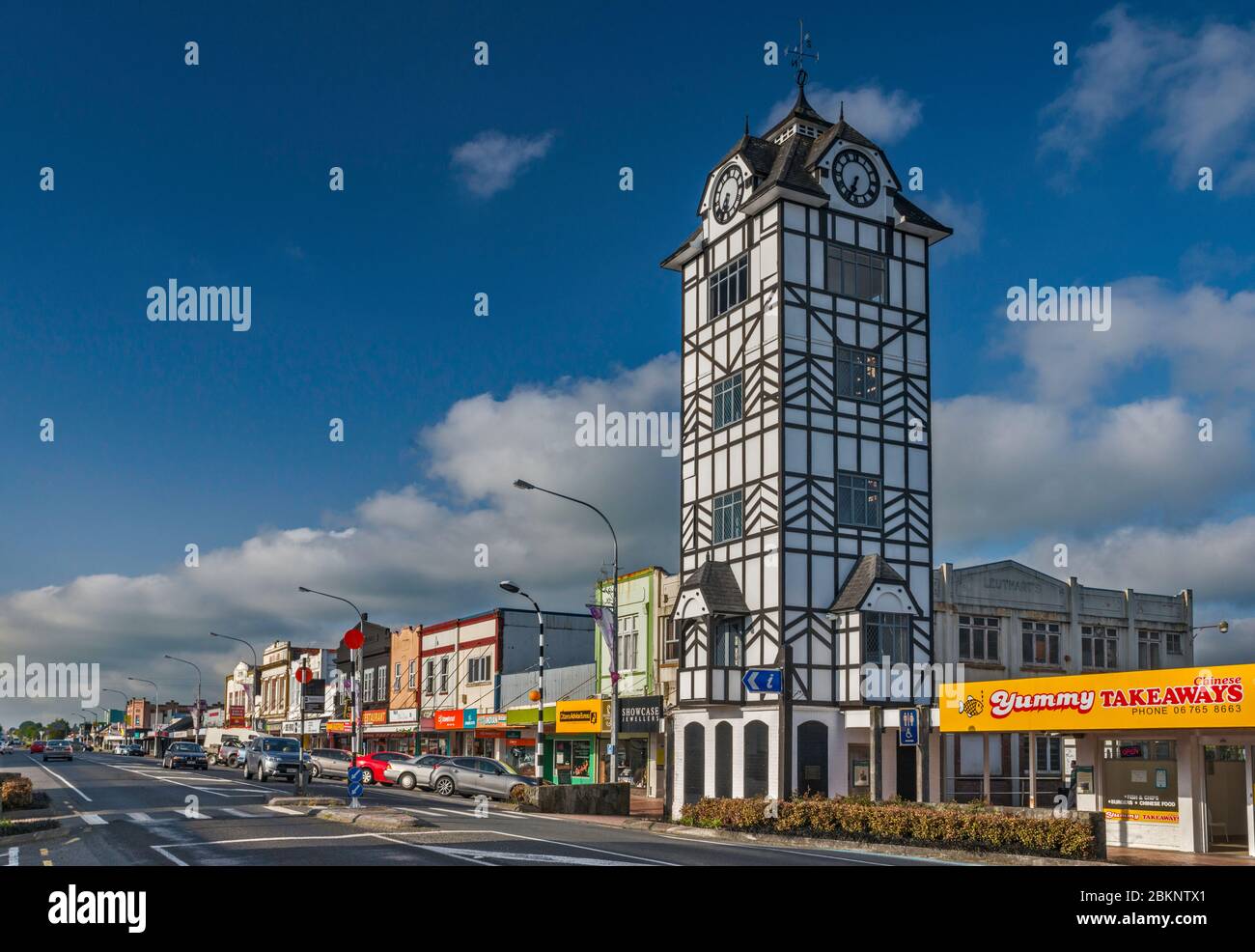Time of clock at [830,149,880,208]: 6:34
